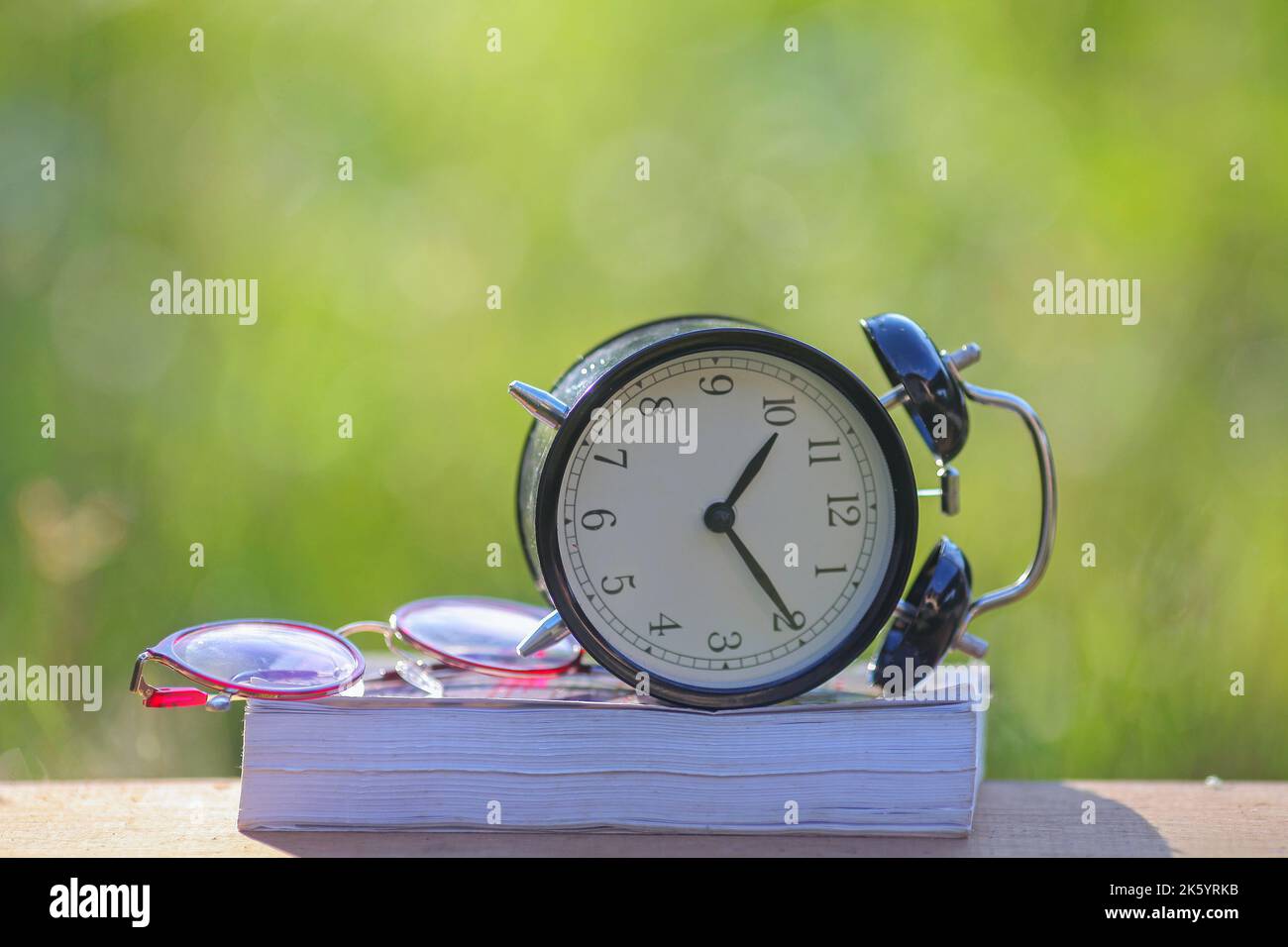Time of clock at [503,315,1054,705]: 1:24
